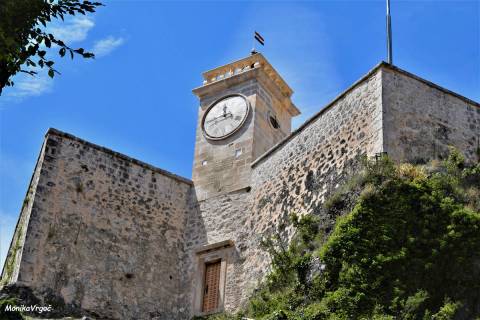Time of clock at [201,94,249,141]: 11:43
